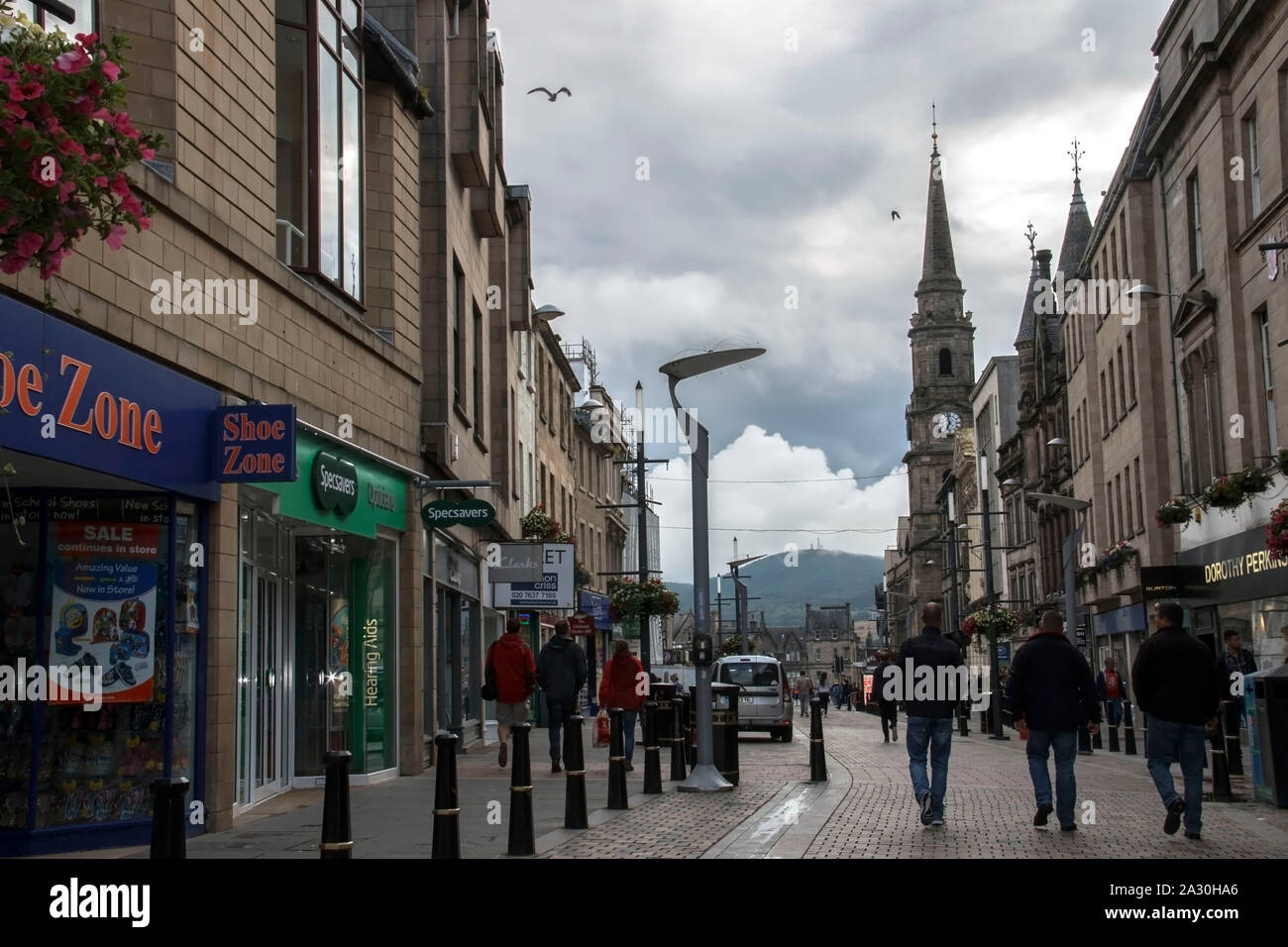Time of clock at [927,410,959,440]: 6:58
